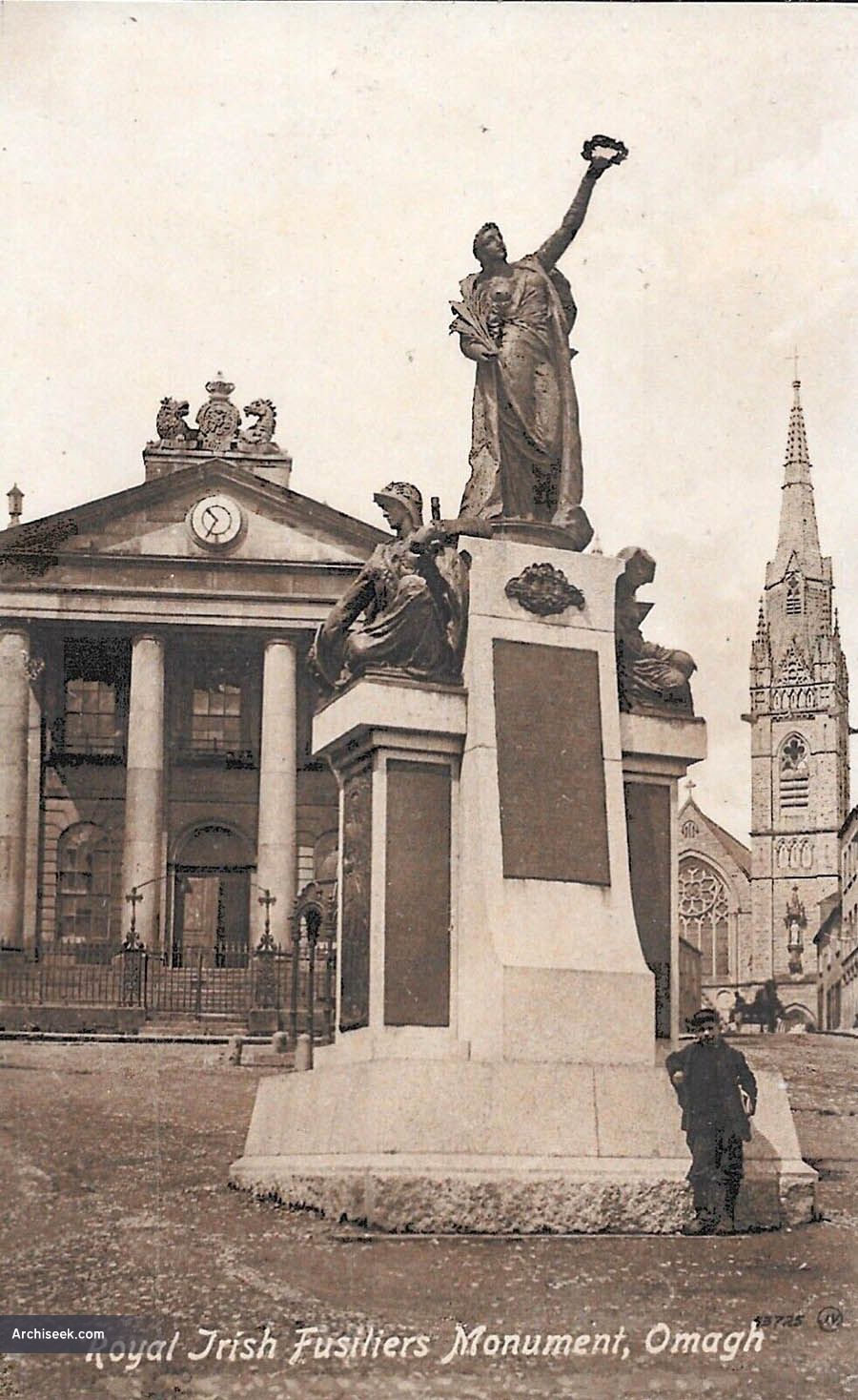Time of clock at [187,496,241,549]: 10:34
